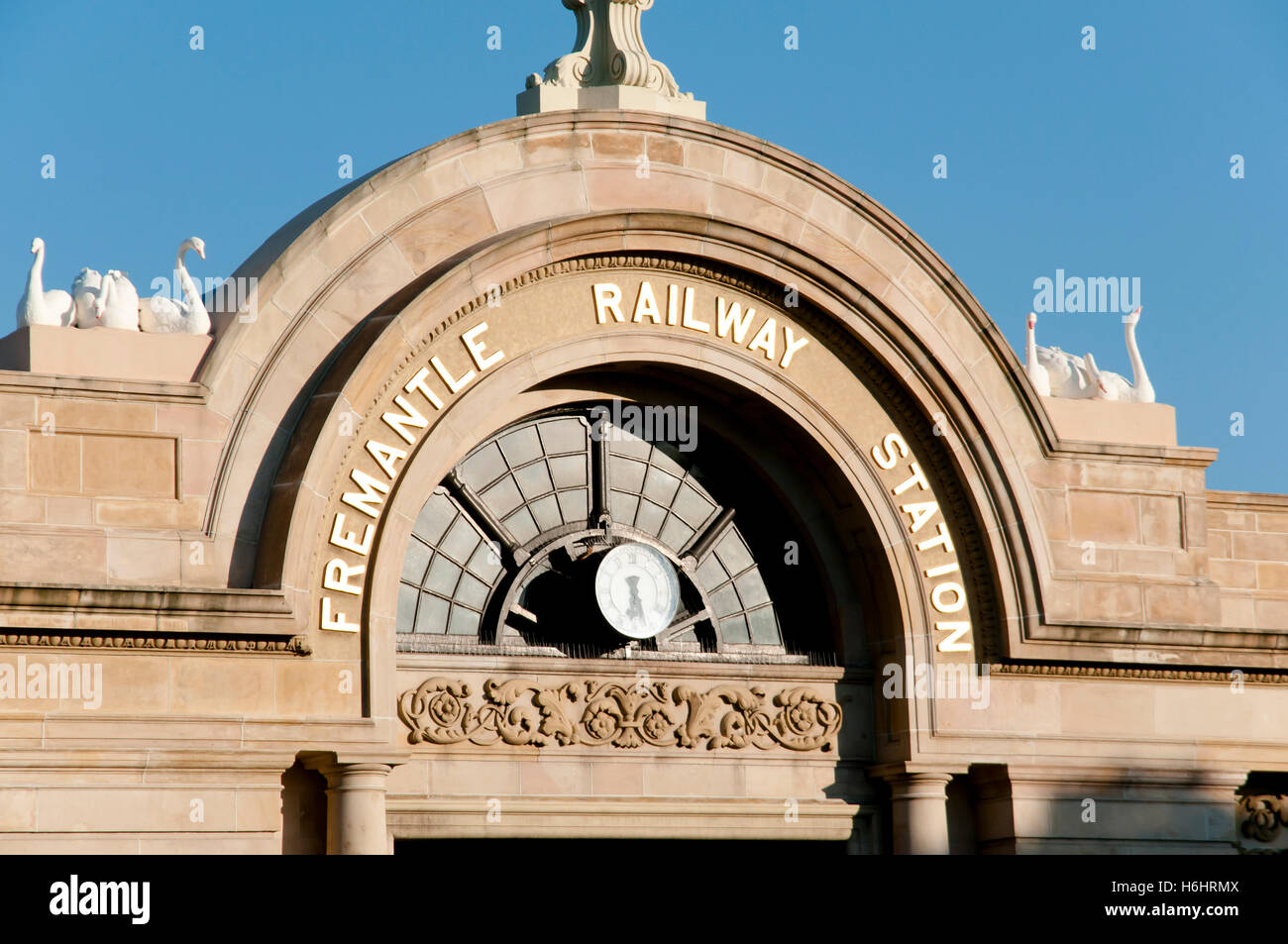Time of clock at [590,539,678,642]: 6:27
